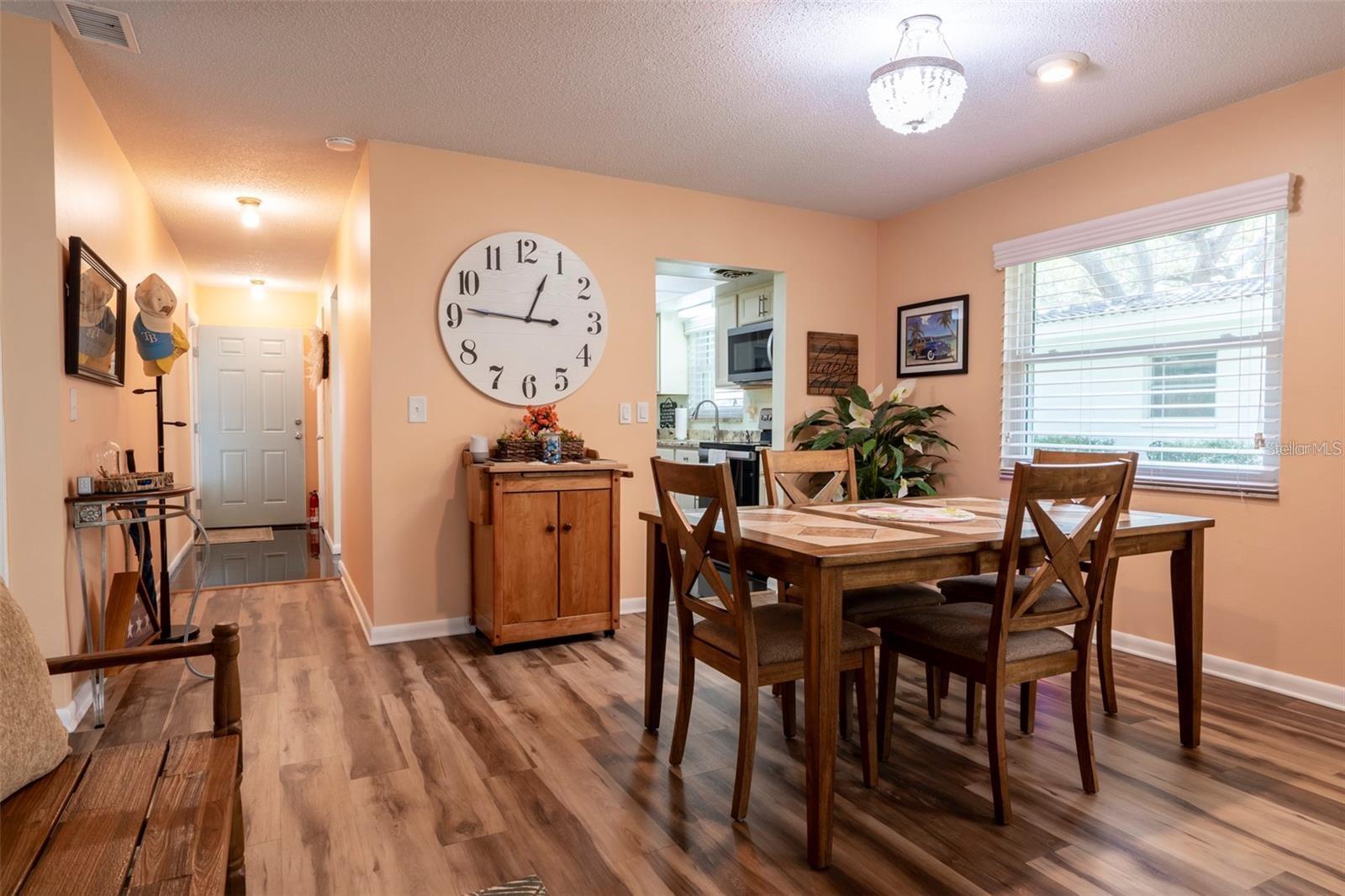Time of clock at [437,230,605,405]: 12:46
